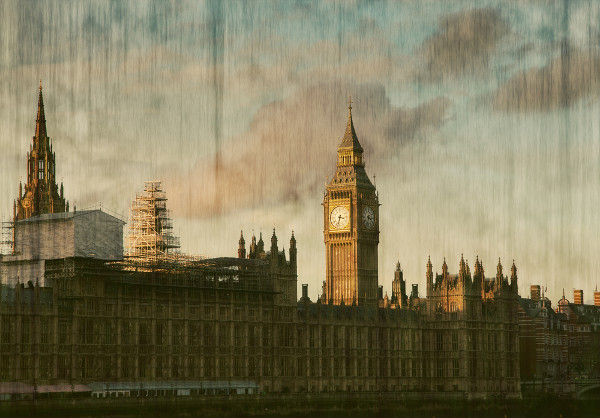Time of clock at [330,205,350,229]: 3:32
